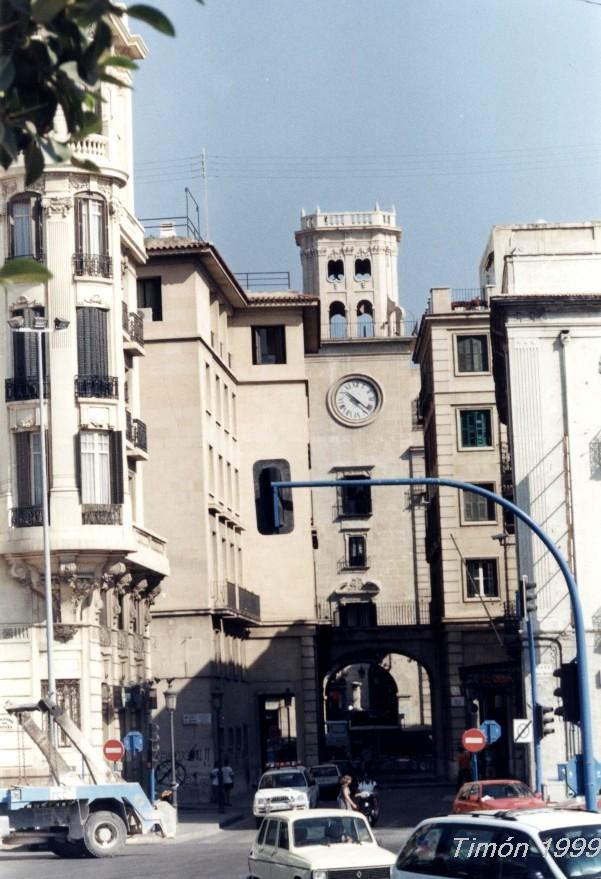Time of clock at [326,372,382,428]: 10:21
